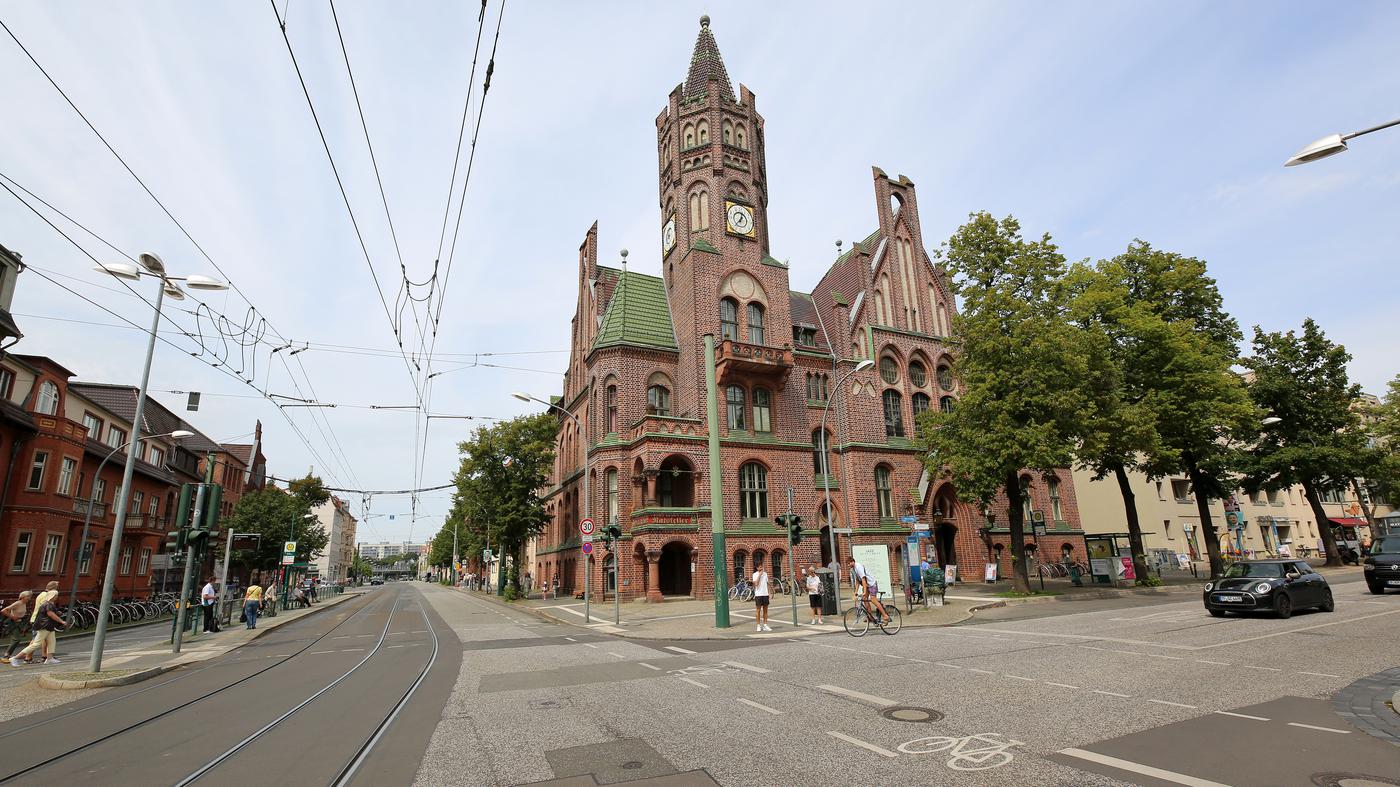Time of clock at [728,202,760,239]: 12:37
